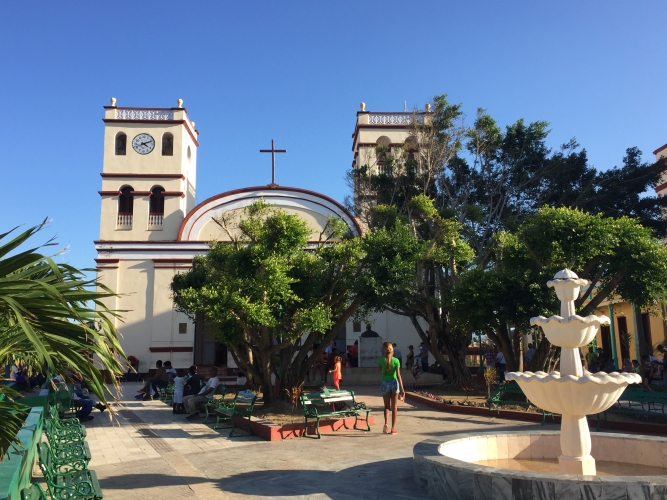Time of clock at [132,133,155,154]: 4:11
